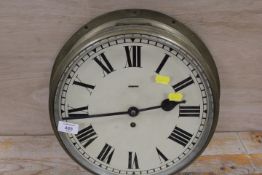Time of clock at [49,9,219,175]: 2:43
